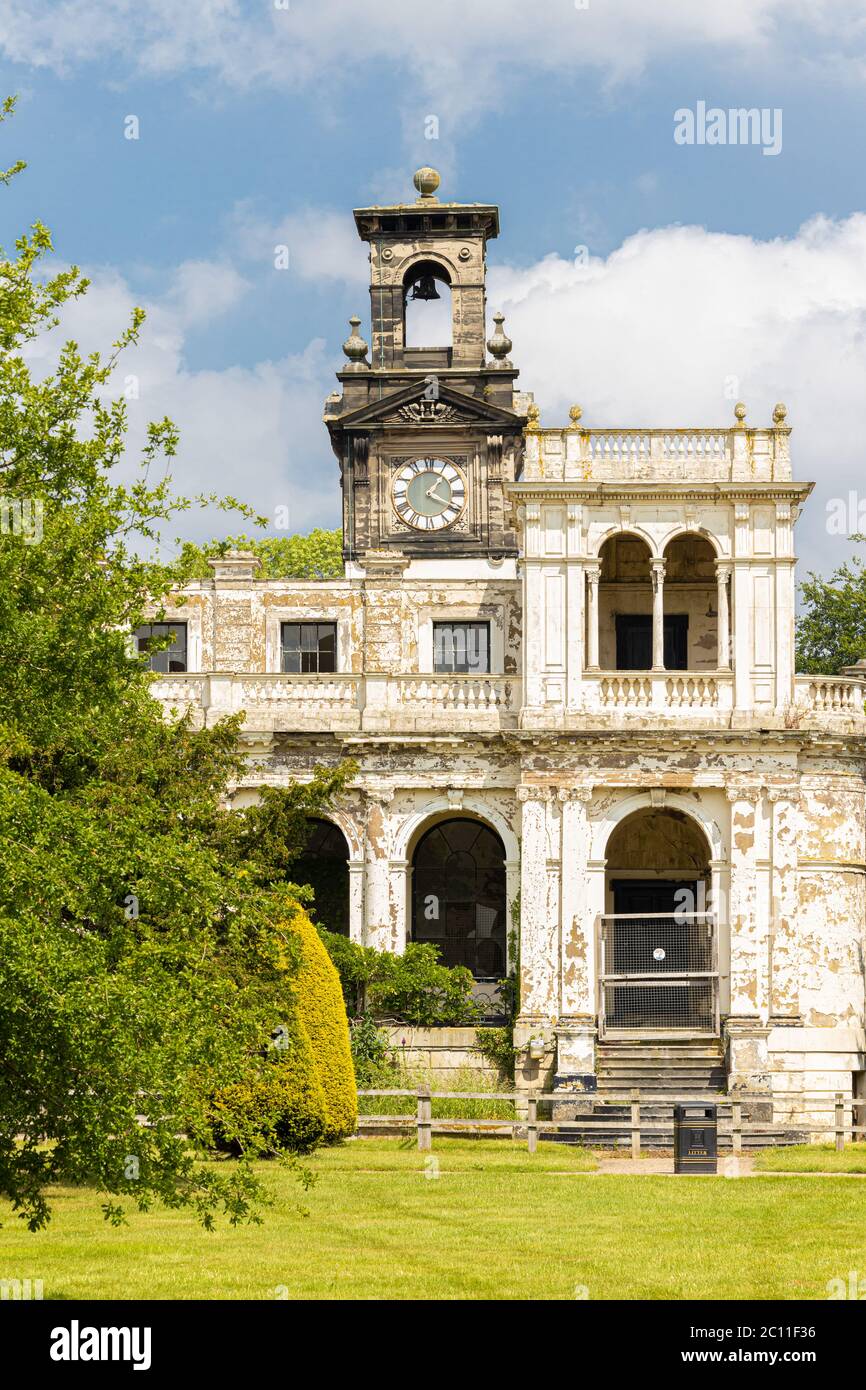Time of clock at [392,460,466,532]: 1:20
